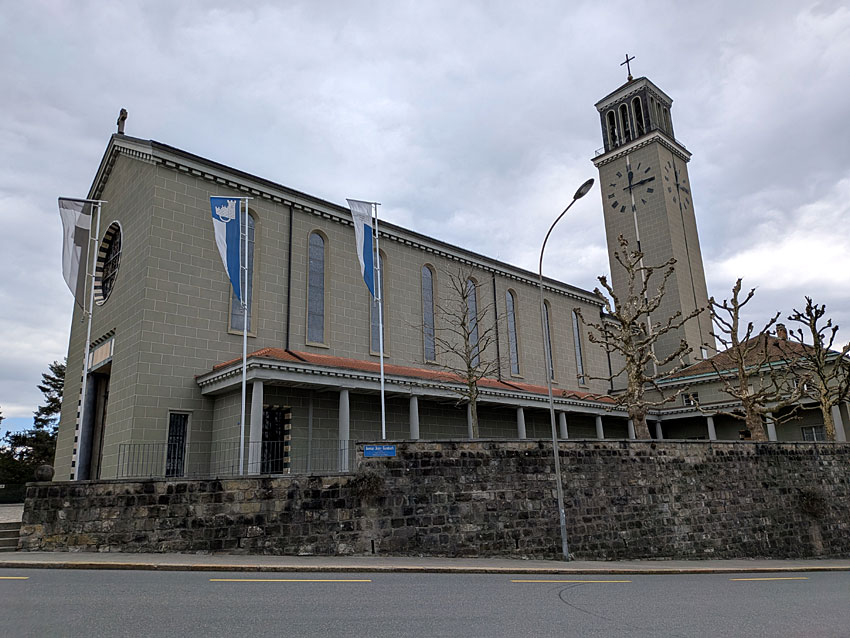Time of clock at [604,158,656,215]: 12:14
